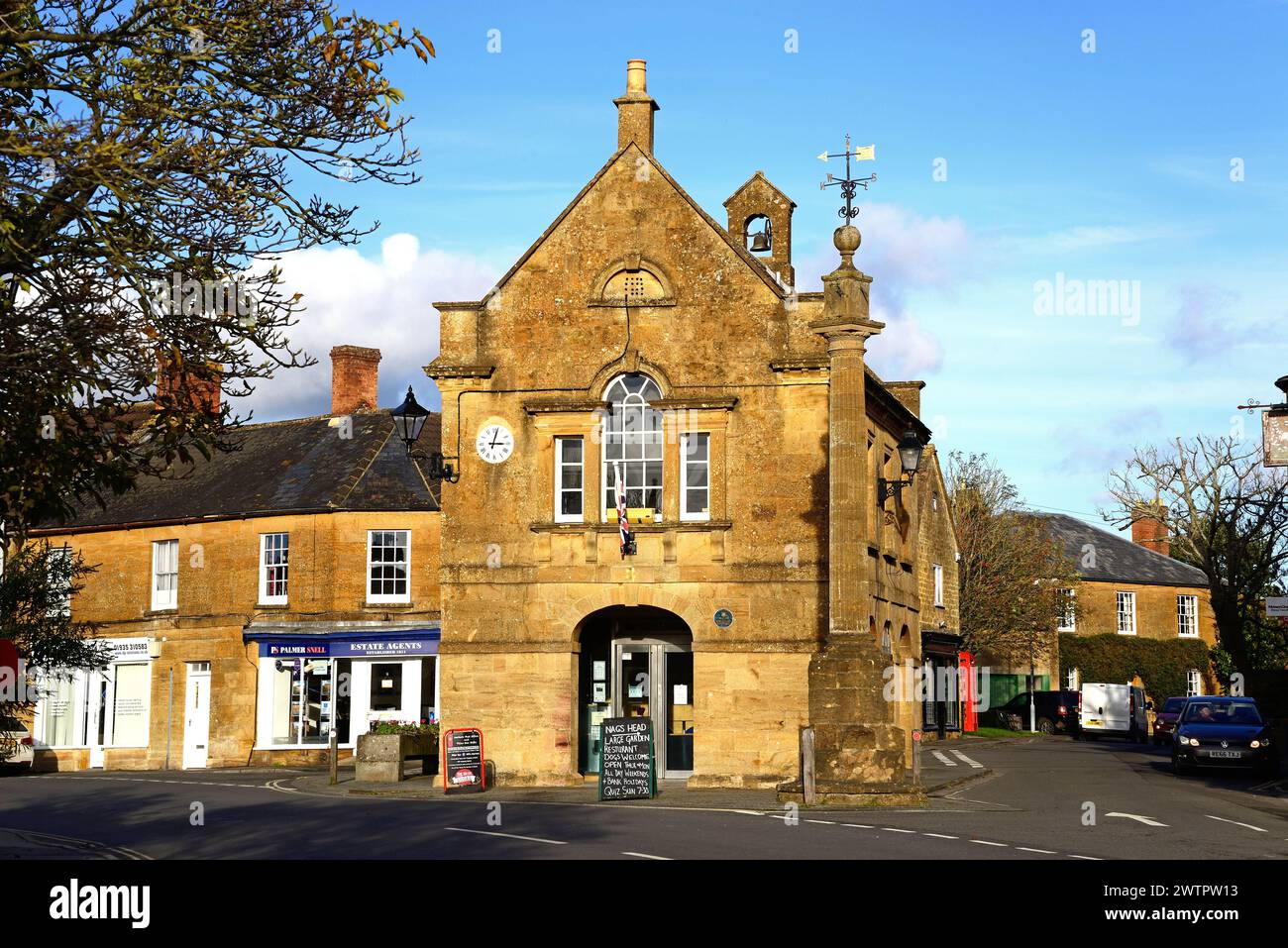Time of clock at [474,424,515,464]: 3:02
